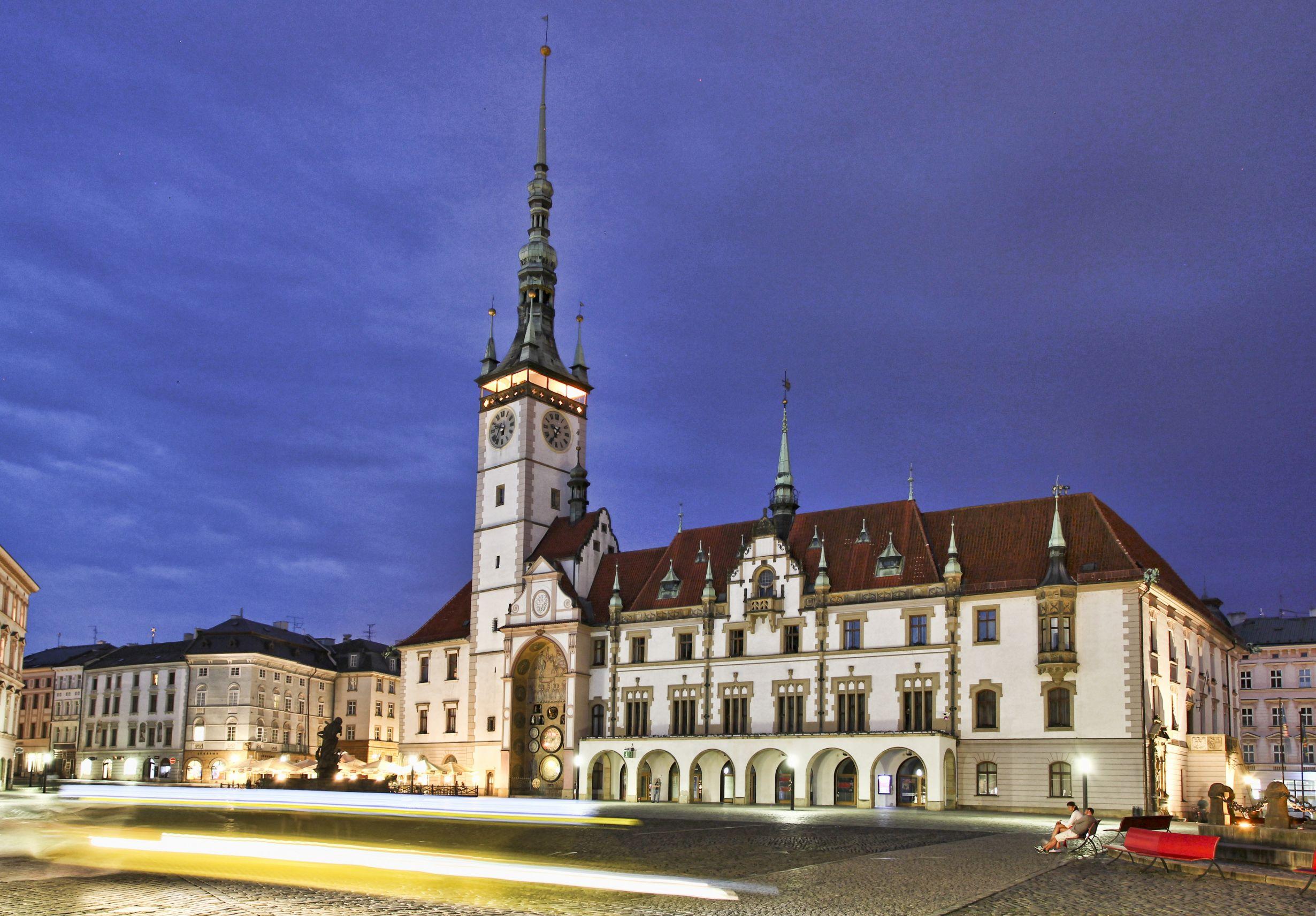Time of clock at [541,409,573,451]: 9:35
